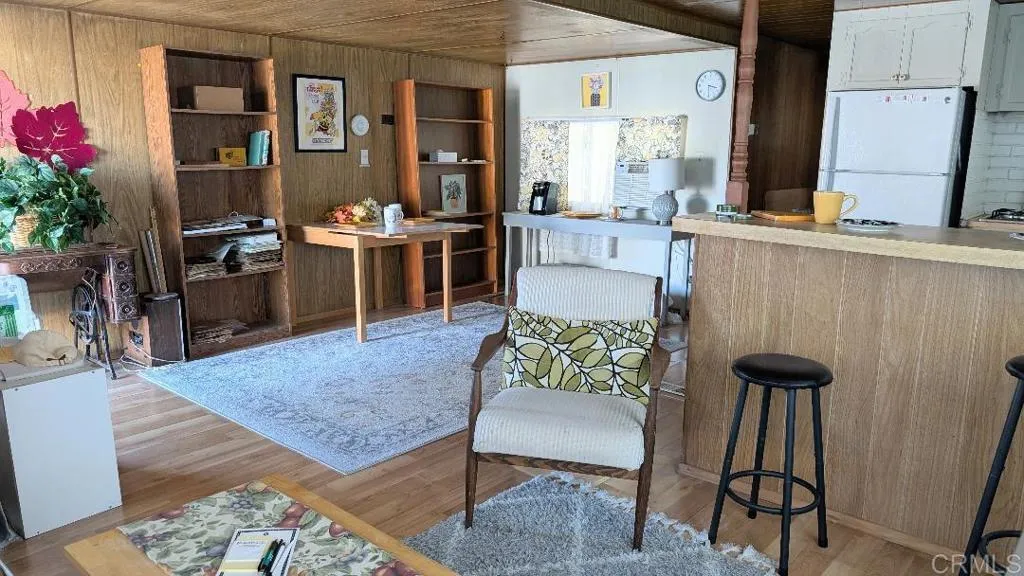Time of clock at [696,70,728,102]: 3:29
